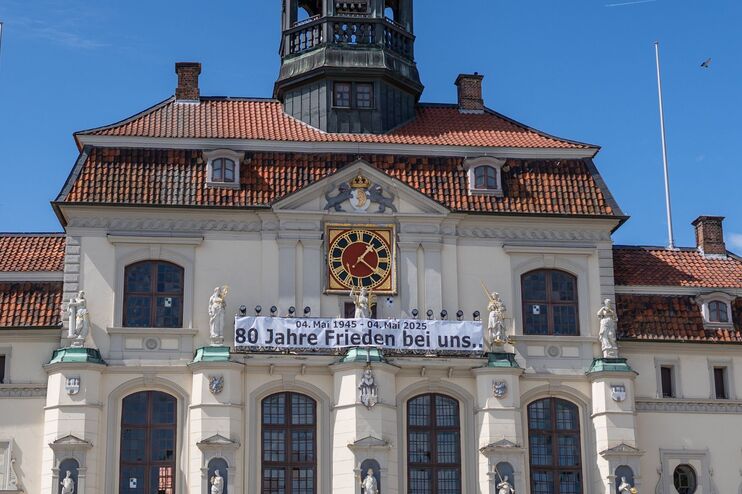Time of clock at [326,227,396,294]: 1:21
